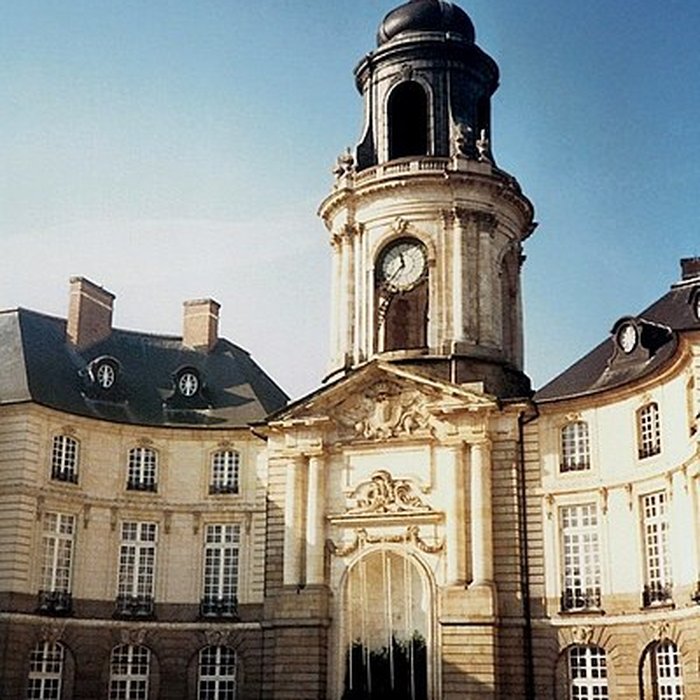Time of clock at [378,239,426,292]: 11:37
